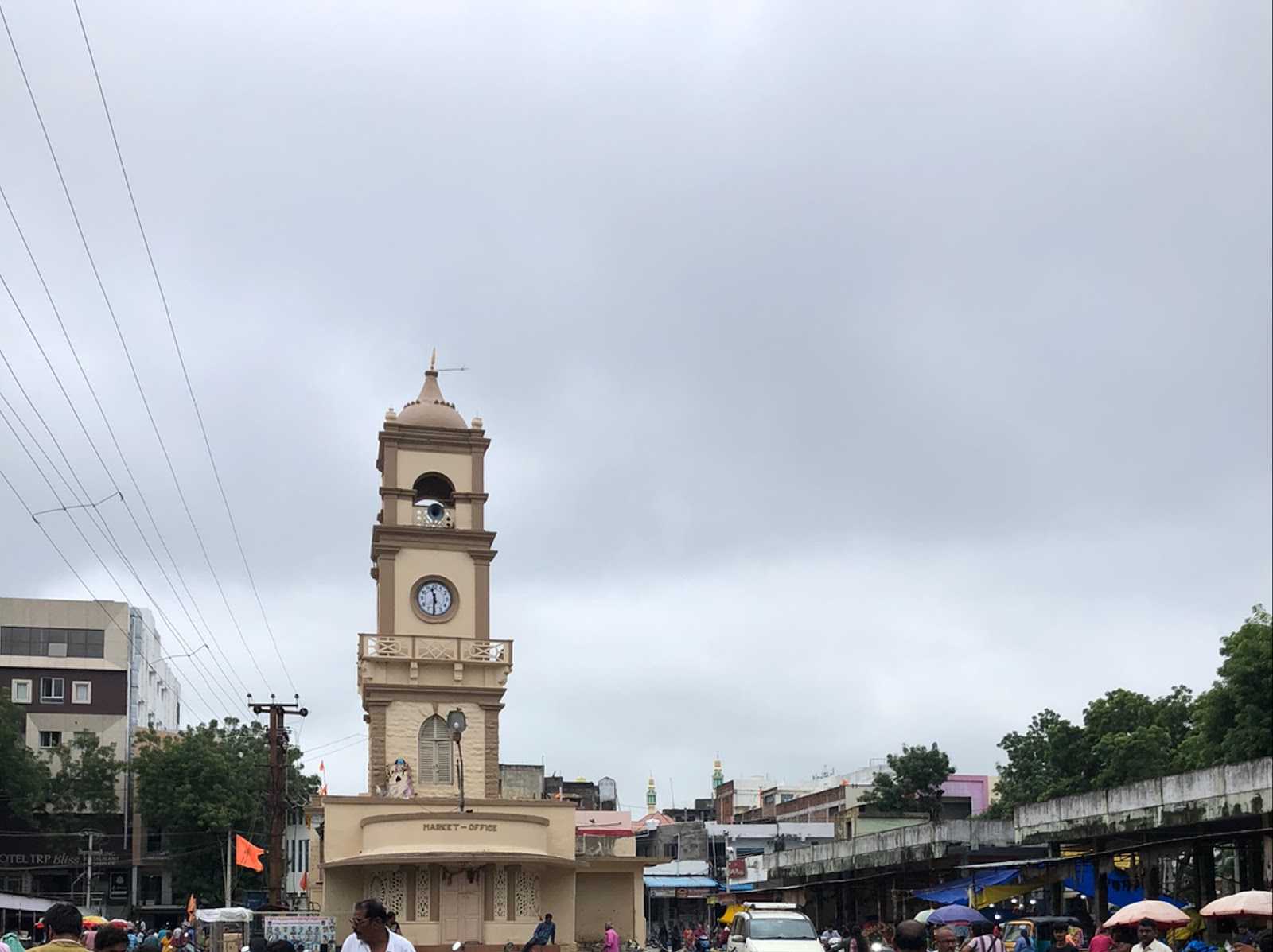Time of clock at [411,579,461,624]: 11:30
